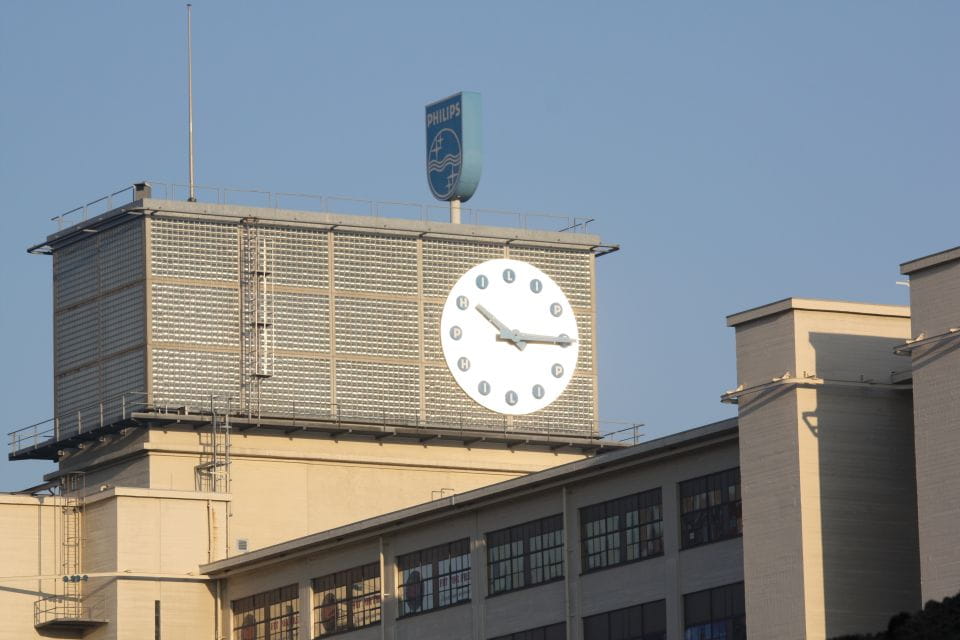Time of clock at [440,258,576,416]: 10:15
